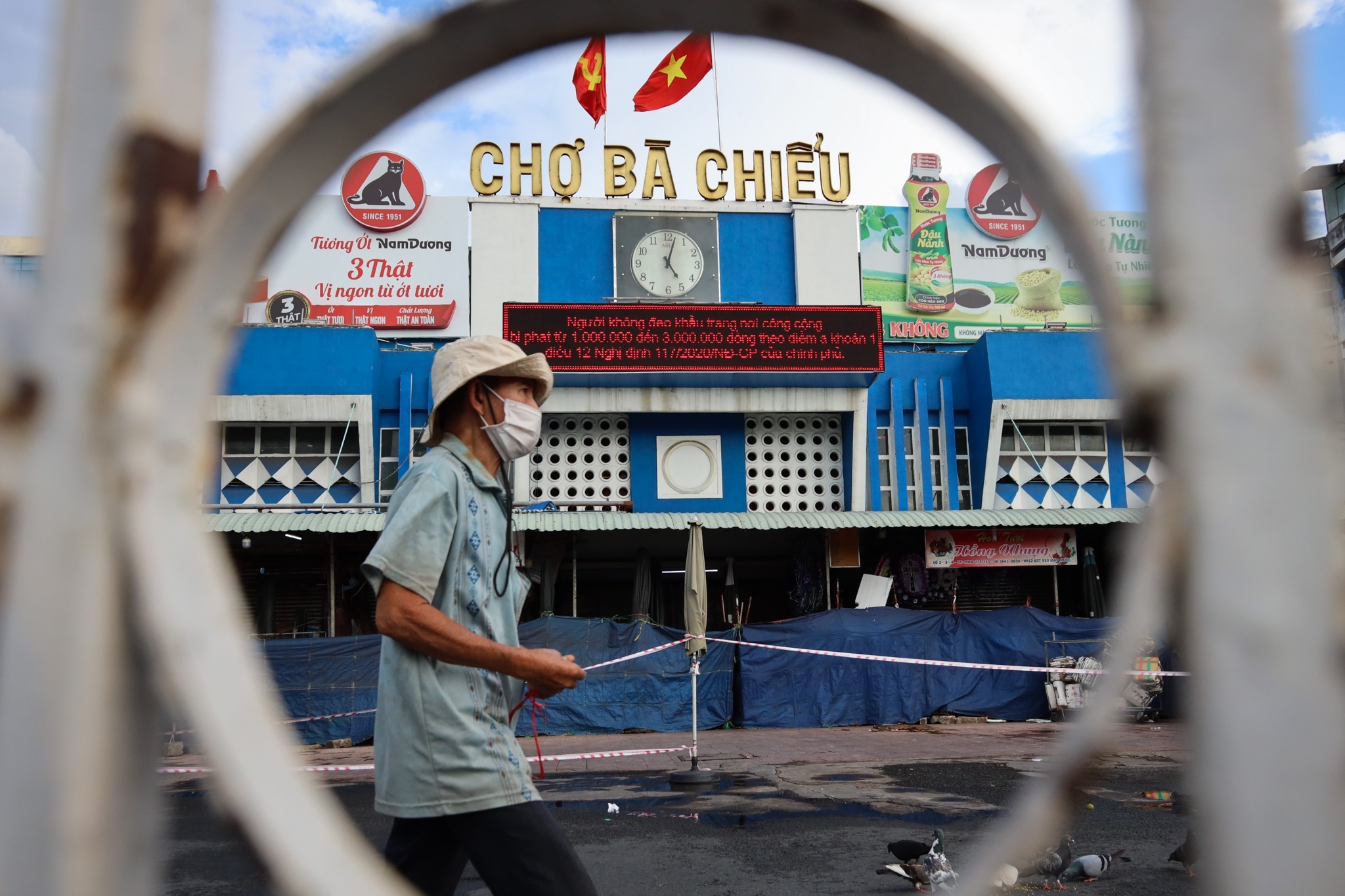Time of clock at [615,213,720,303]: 5:02
